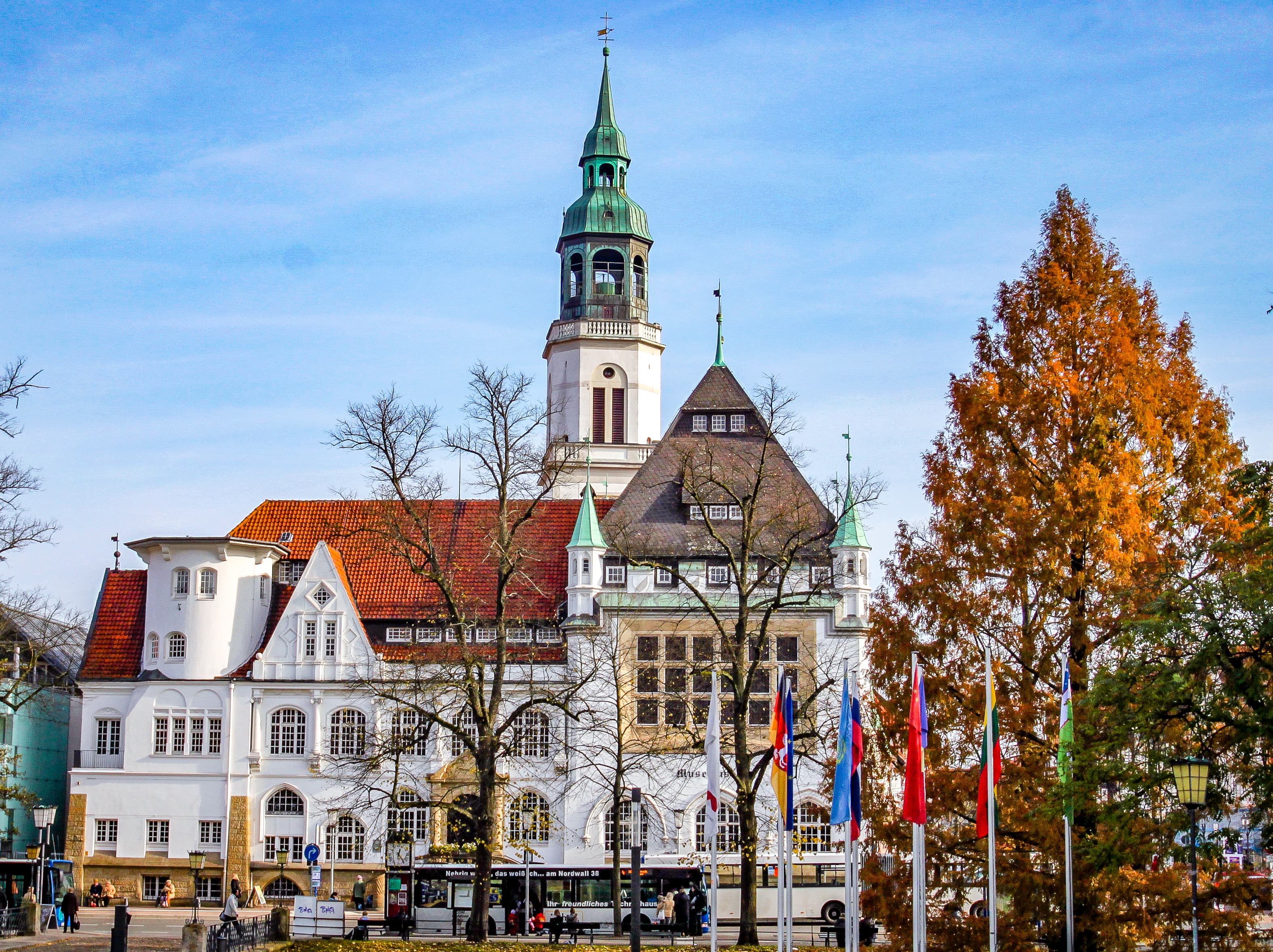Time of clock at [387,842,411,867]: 12:23
